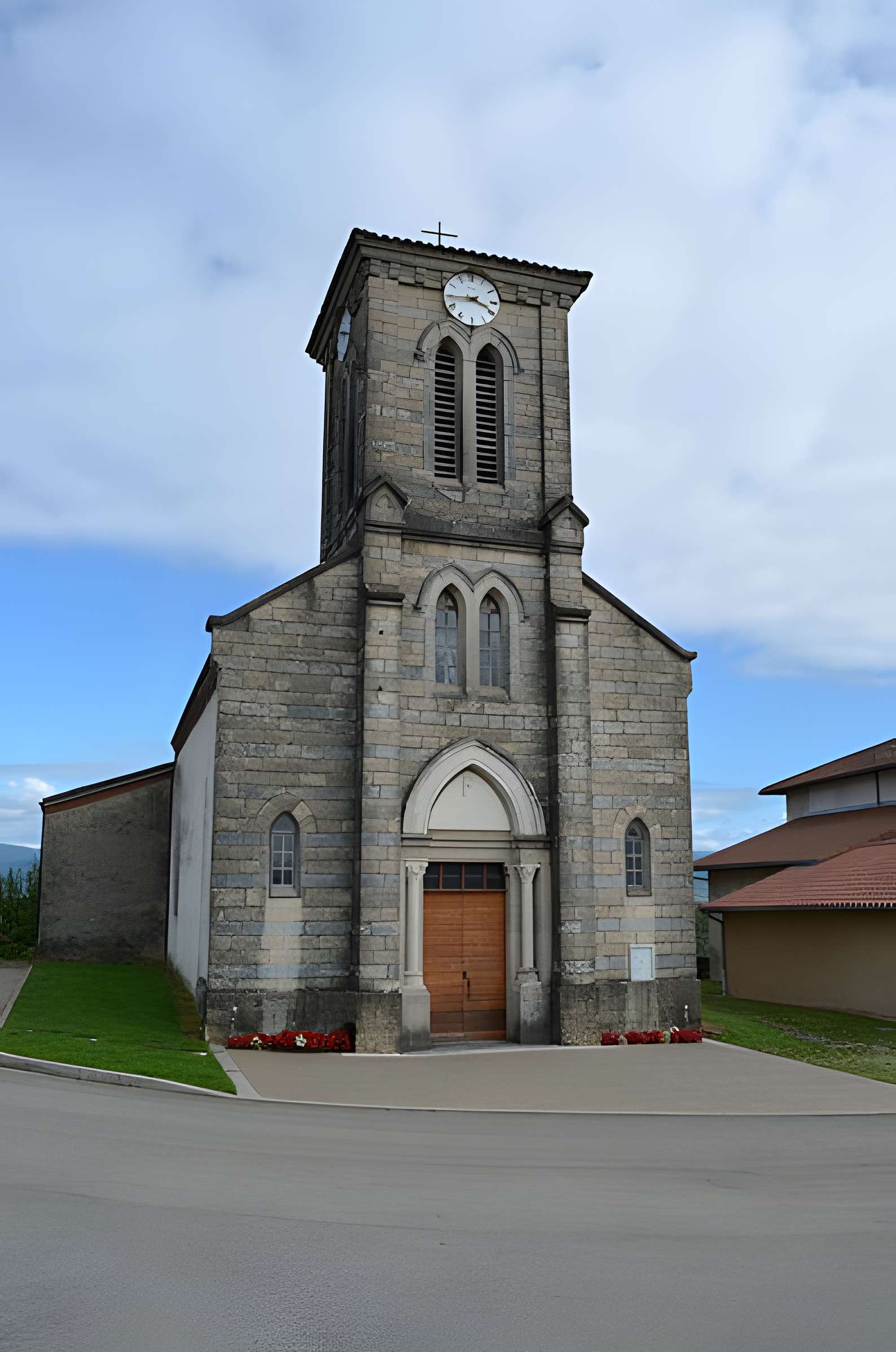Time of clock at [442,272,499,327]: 3:44
